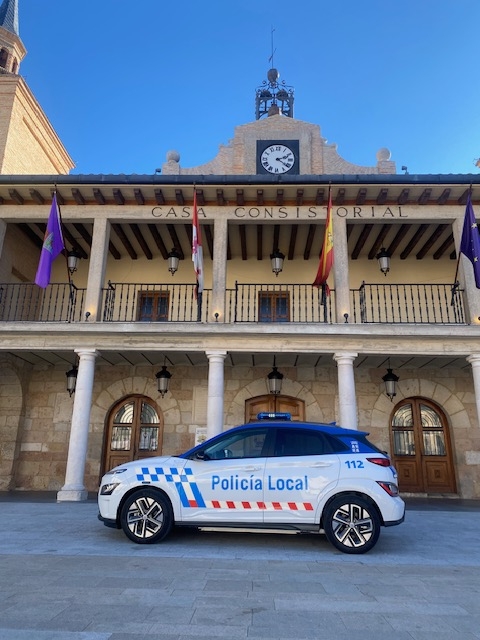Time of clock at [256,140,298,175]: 2:21
